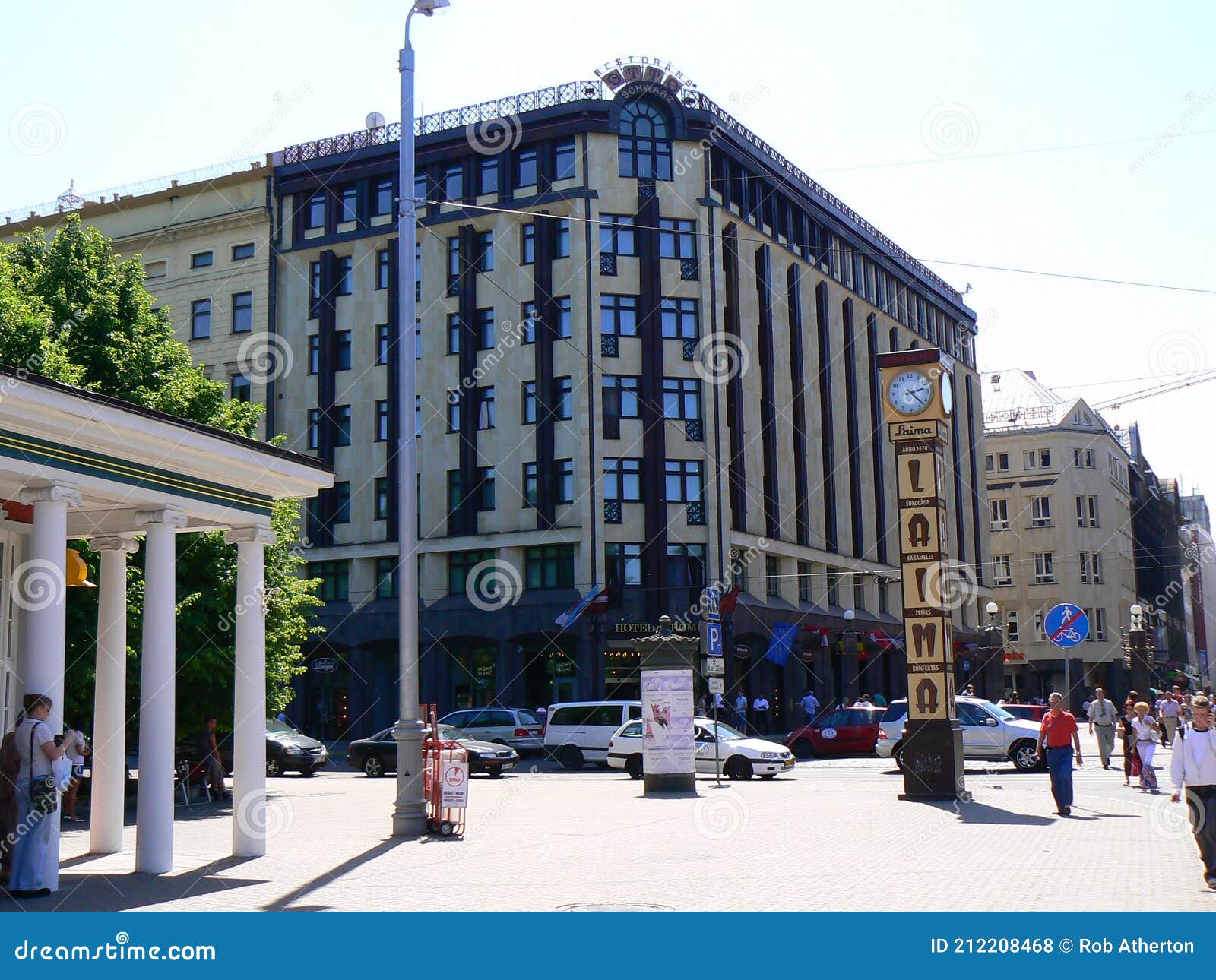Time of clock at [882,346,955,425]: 2:22
